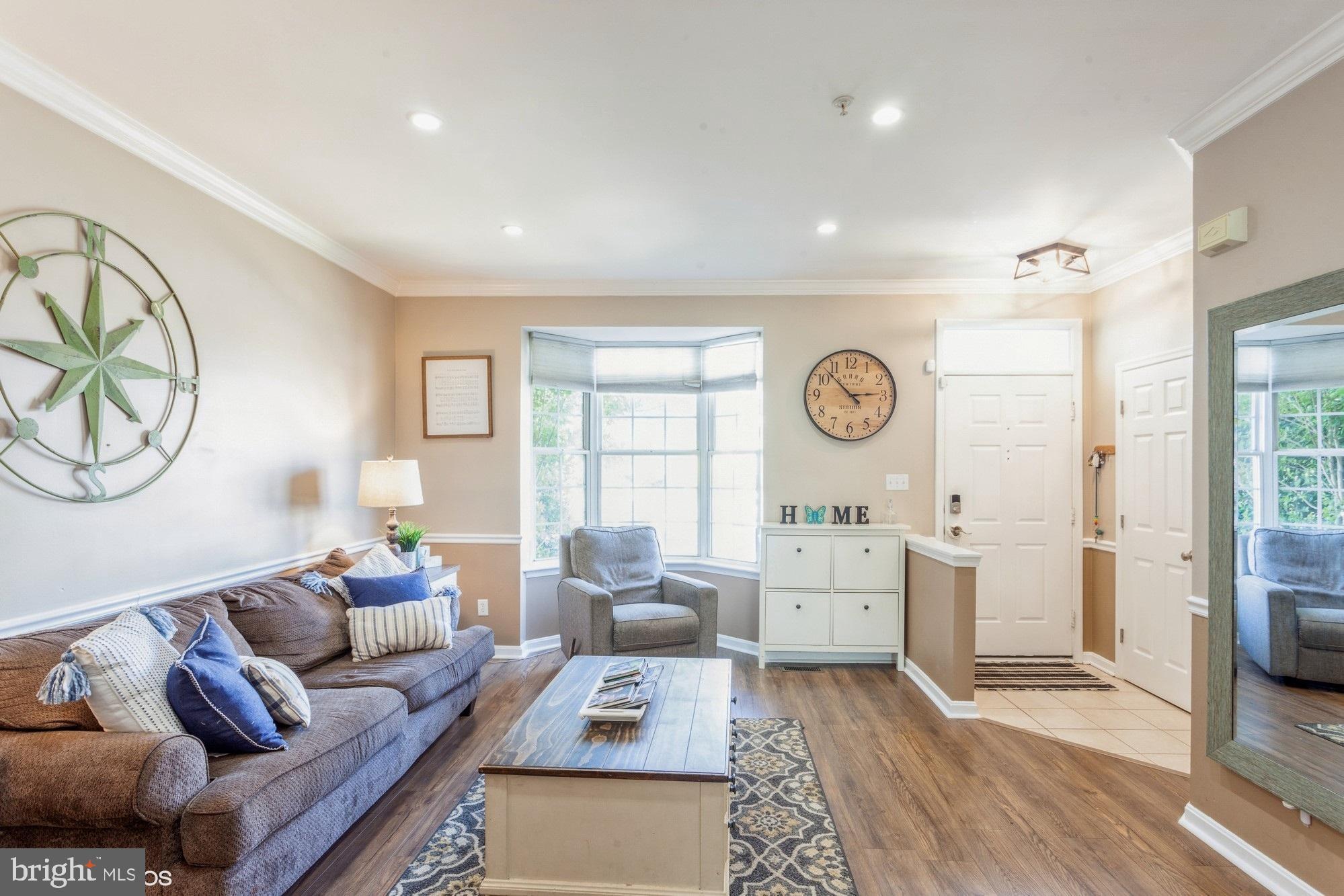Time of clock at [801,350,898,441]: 2:52
